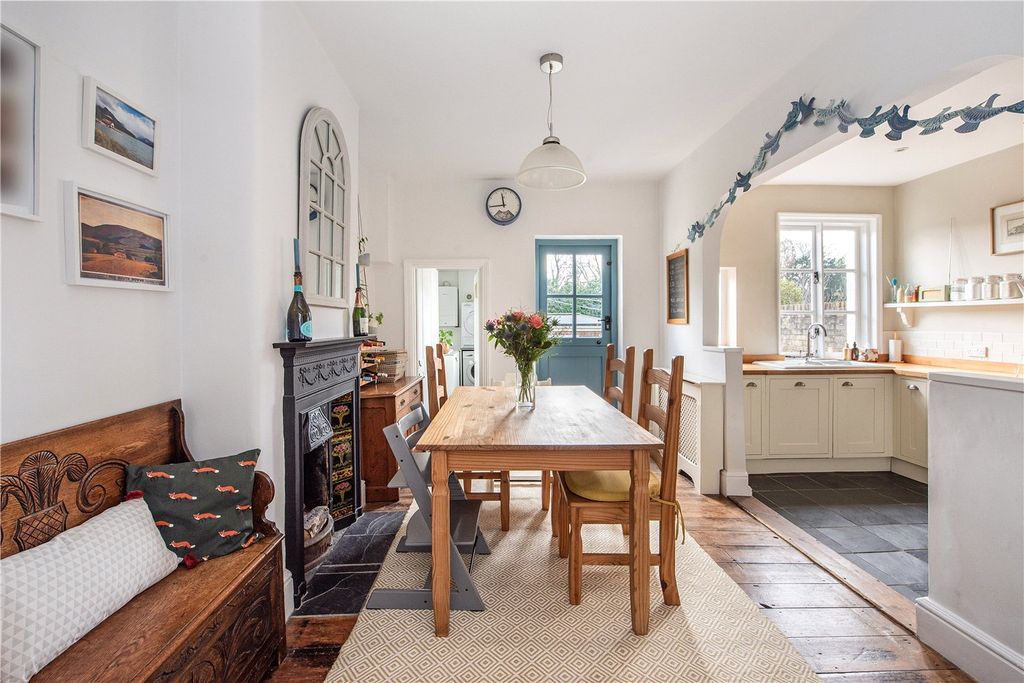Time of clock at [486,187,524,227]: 11:44
